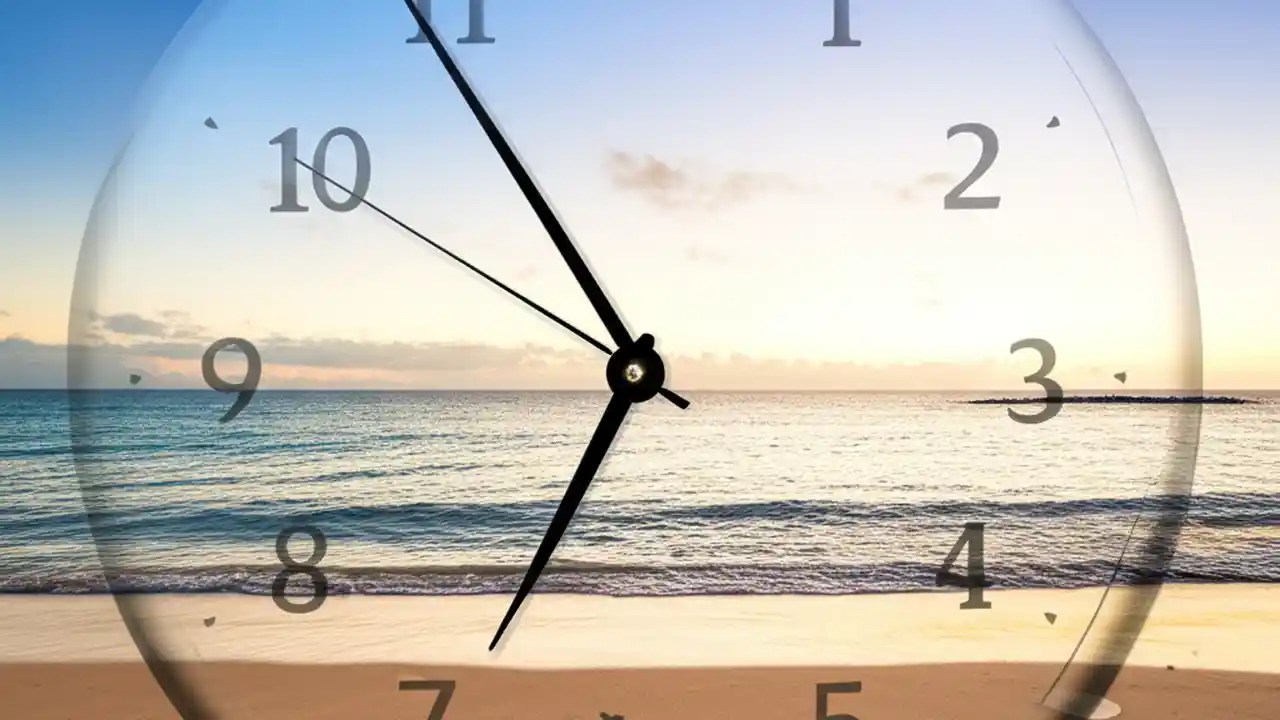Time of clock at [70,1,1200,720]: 6:54
